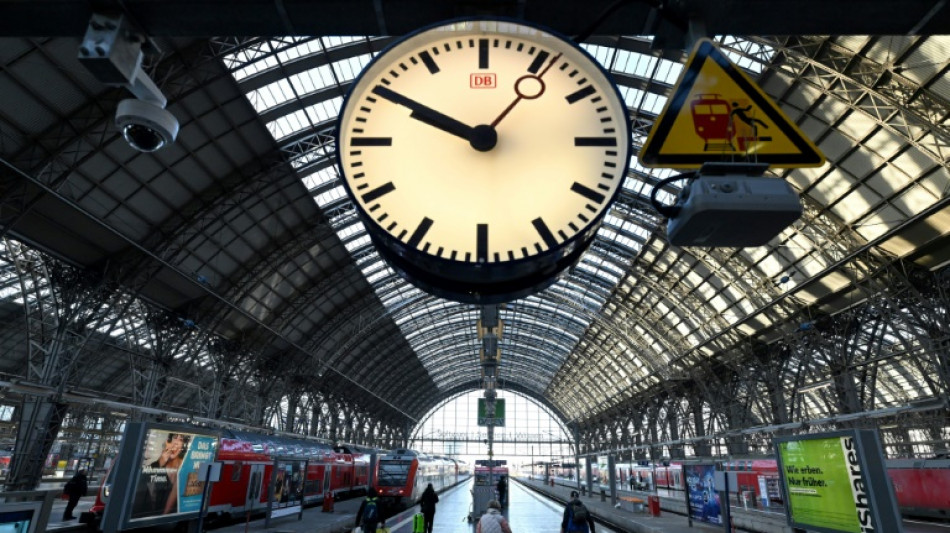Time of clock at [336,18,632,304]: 9:50
